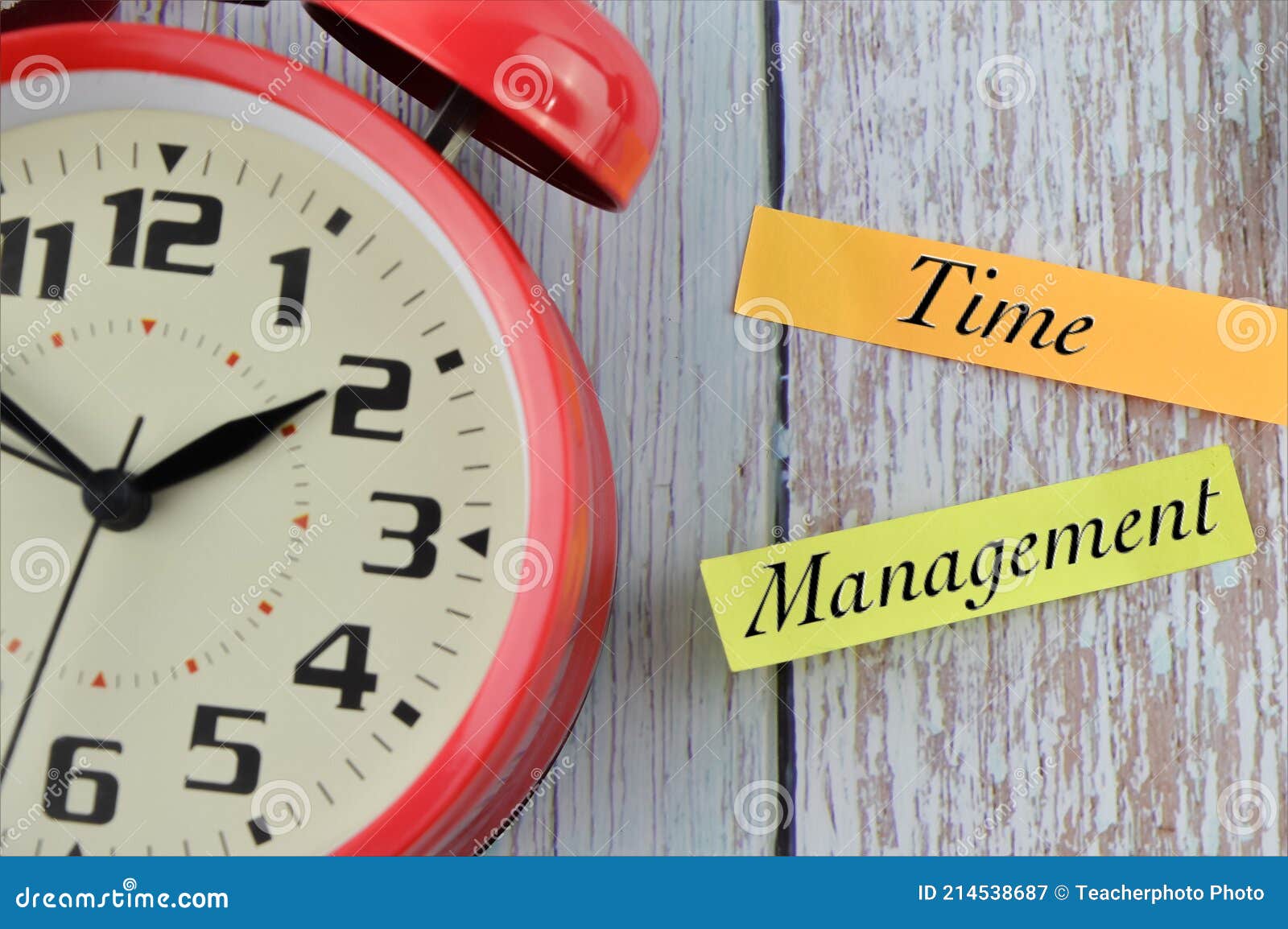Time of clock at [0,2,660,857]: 1:50
